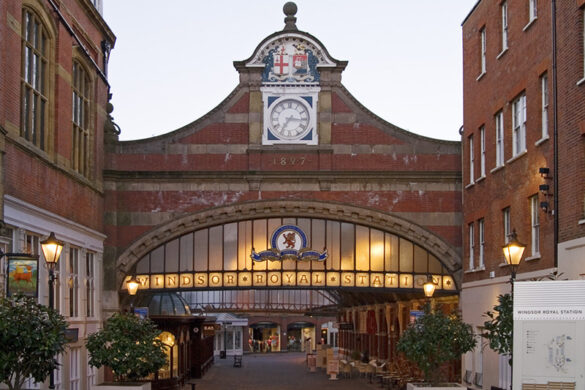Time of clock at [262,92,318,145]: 7:16
